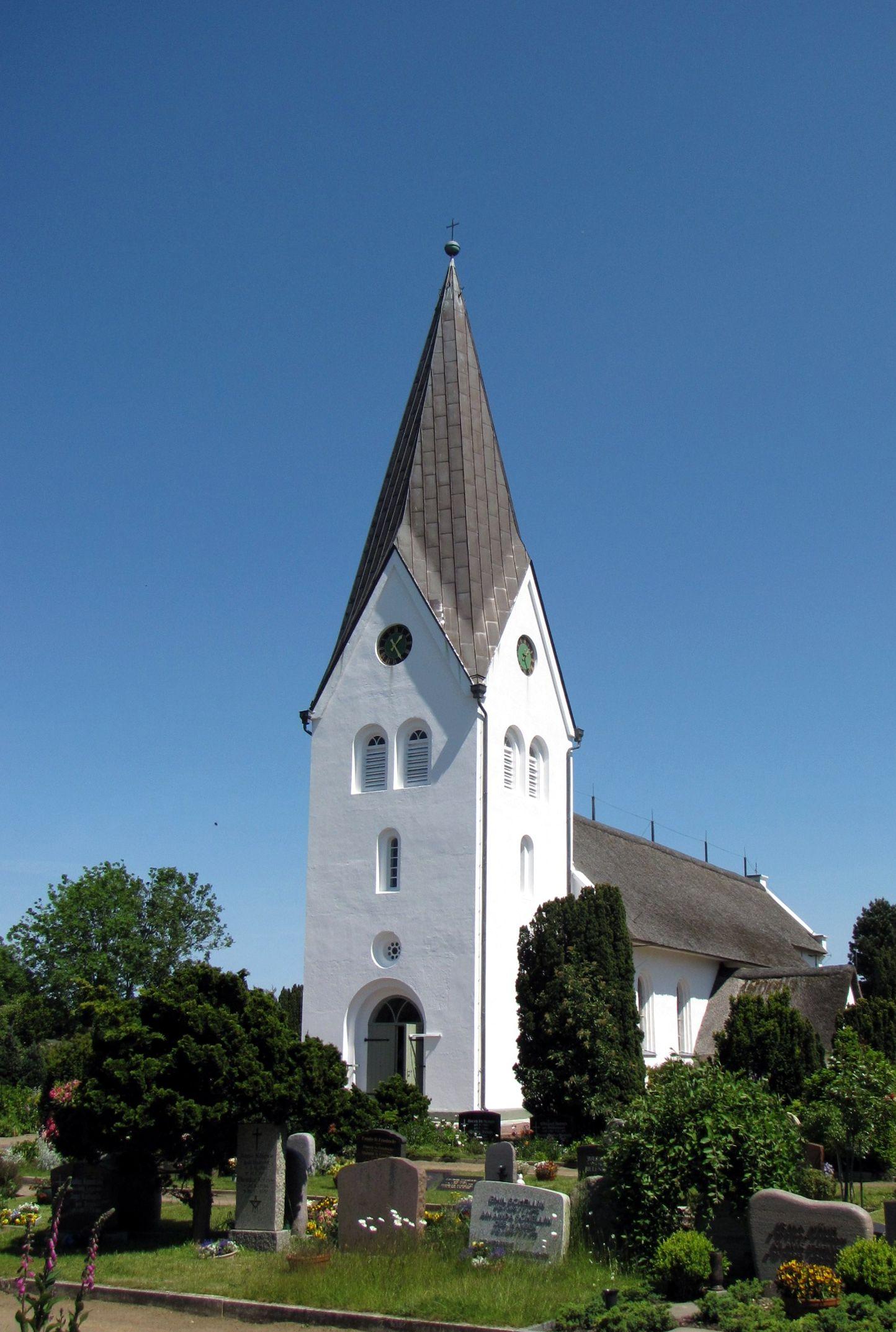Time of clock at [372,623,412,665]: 1:24
